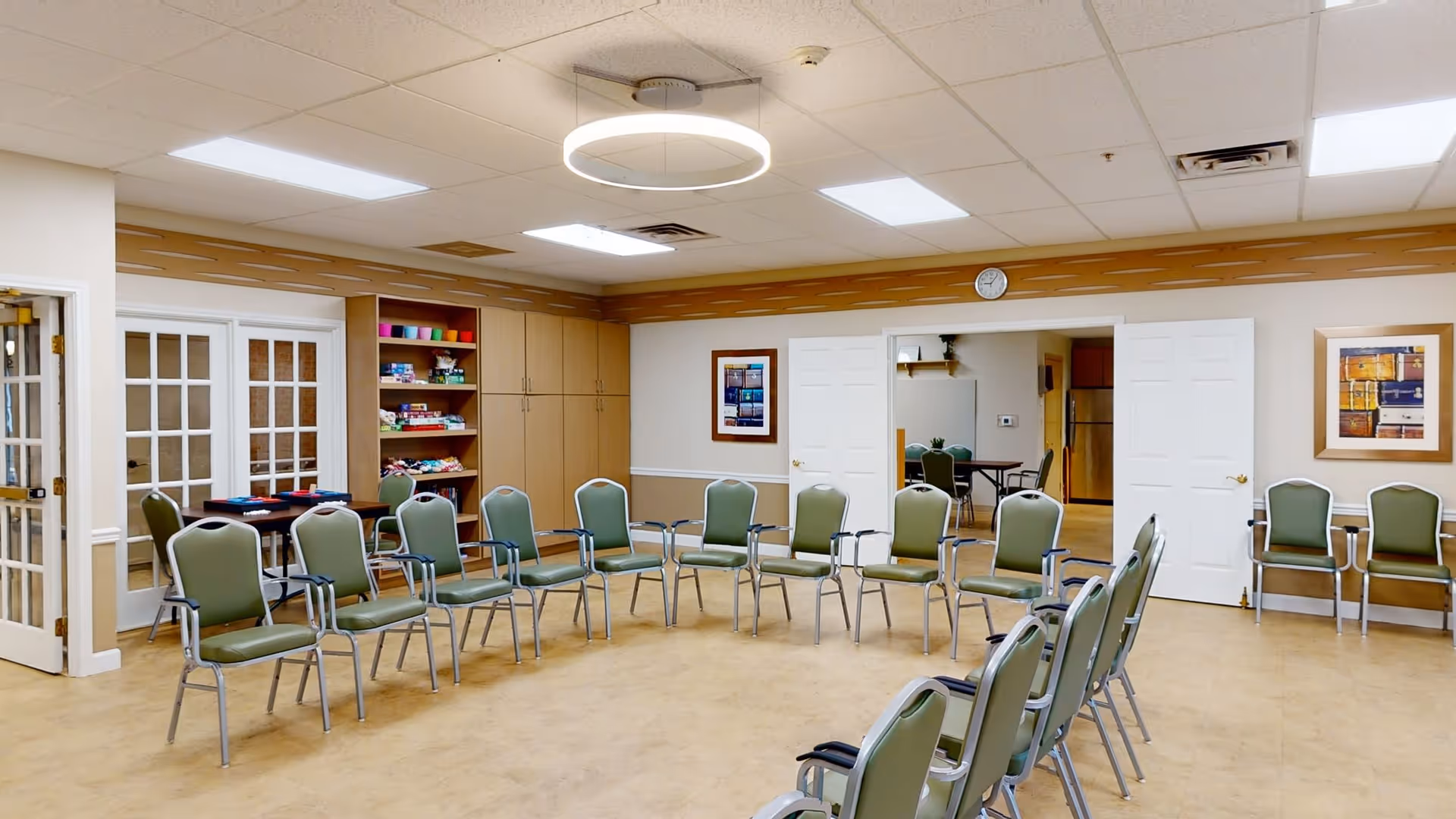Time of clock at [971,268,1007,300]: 9:06
